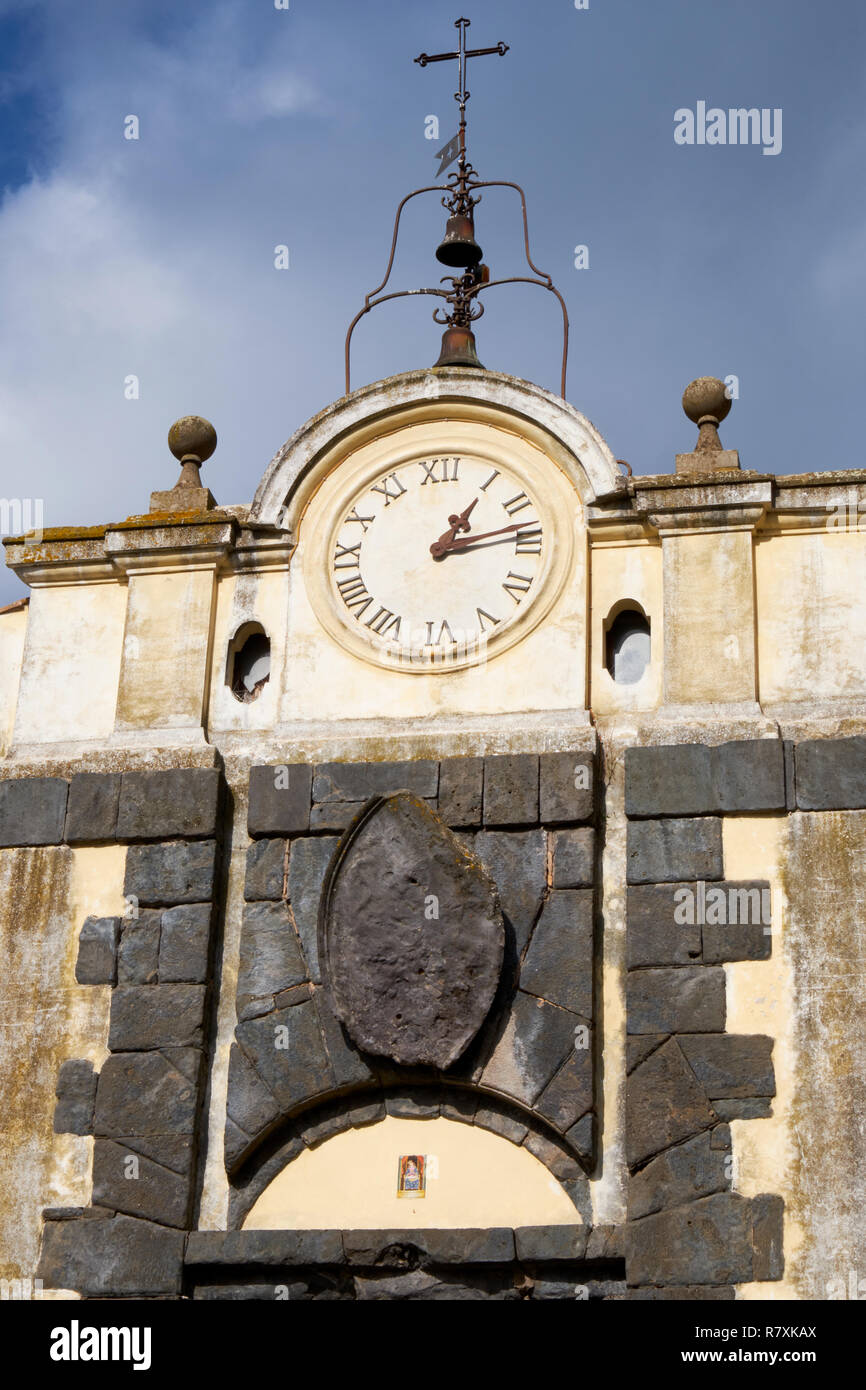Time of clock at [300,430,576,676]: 1:13
